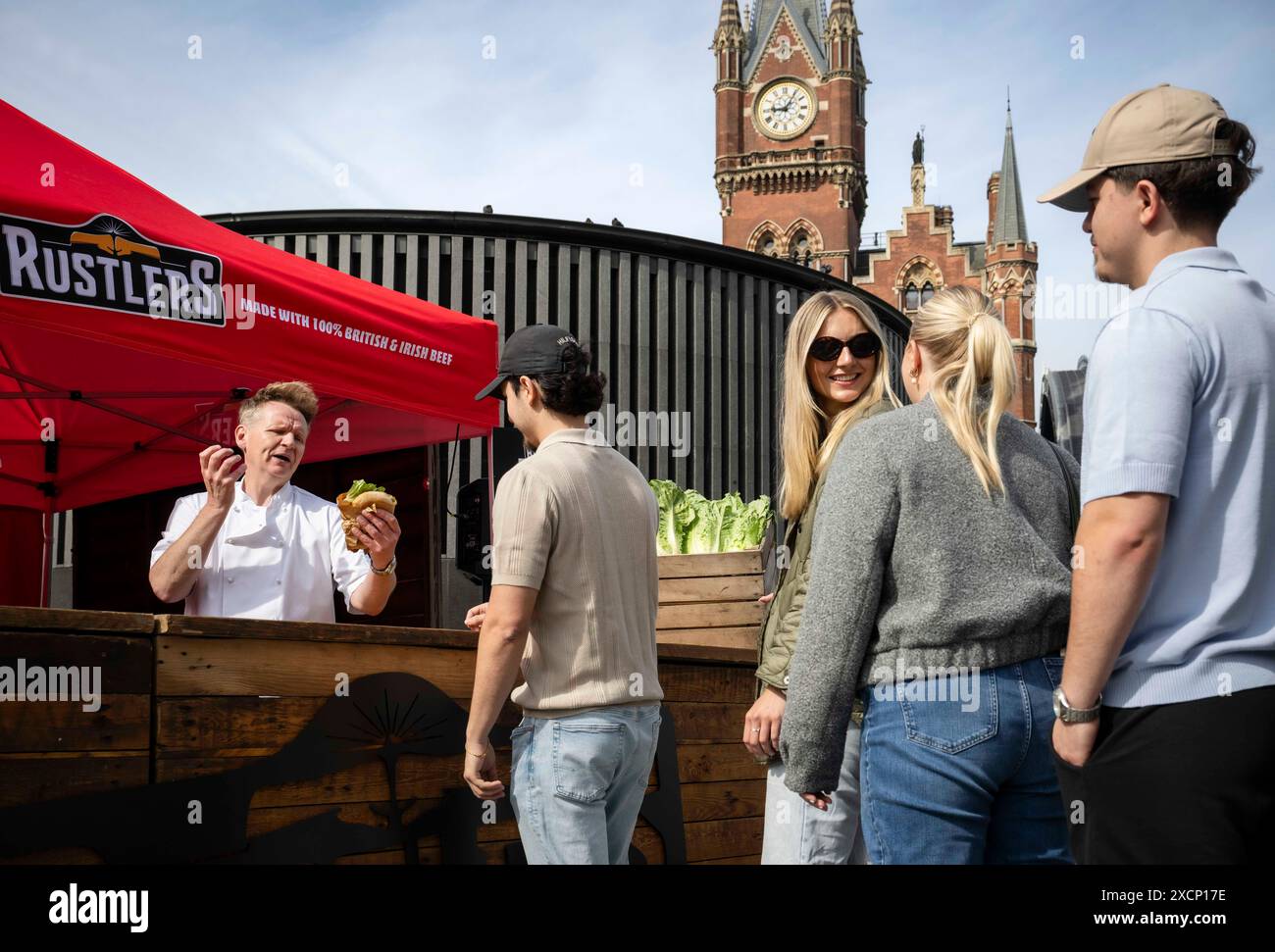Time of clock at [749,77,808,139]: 9:05
